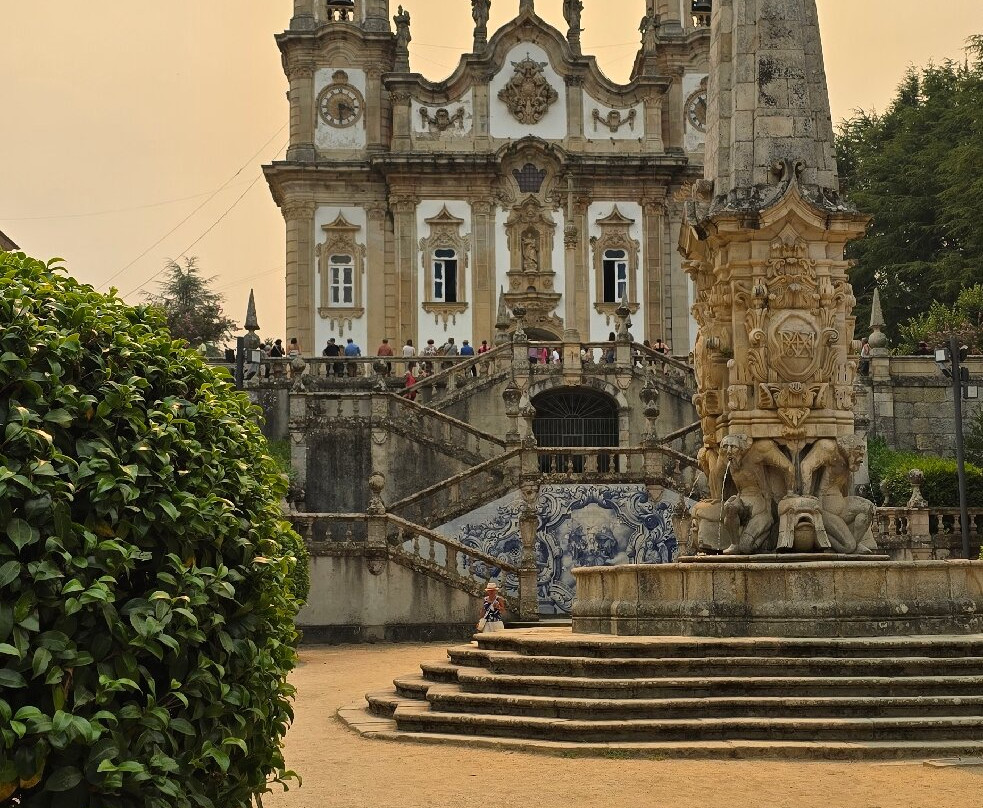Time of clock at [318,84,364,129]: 3:29
